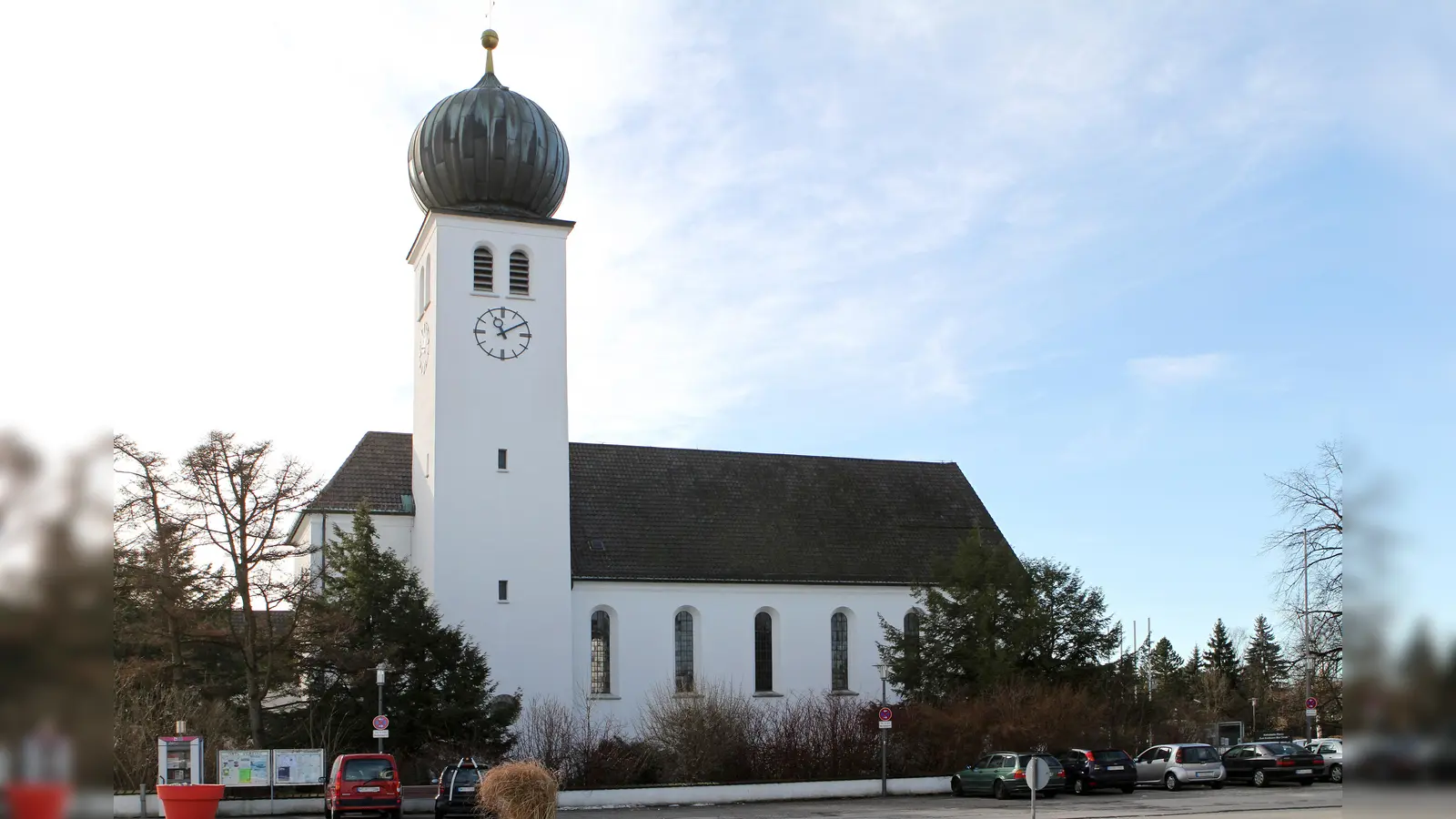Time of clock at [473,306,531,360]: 11:09
